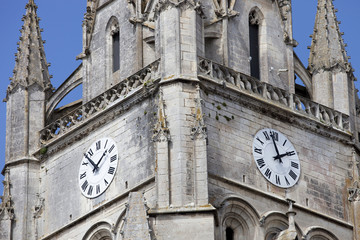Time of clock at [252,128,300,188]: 1:57
